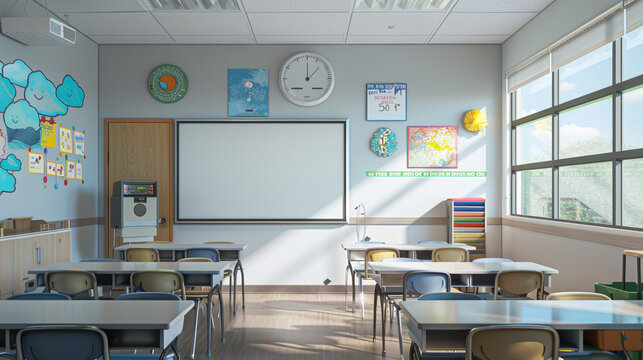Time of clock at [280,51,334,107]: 12:07
